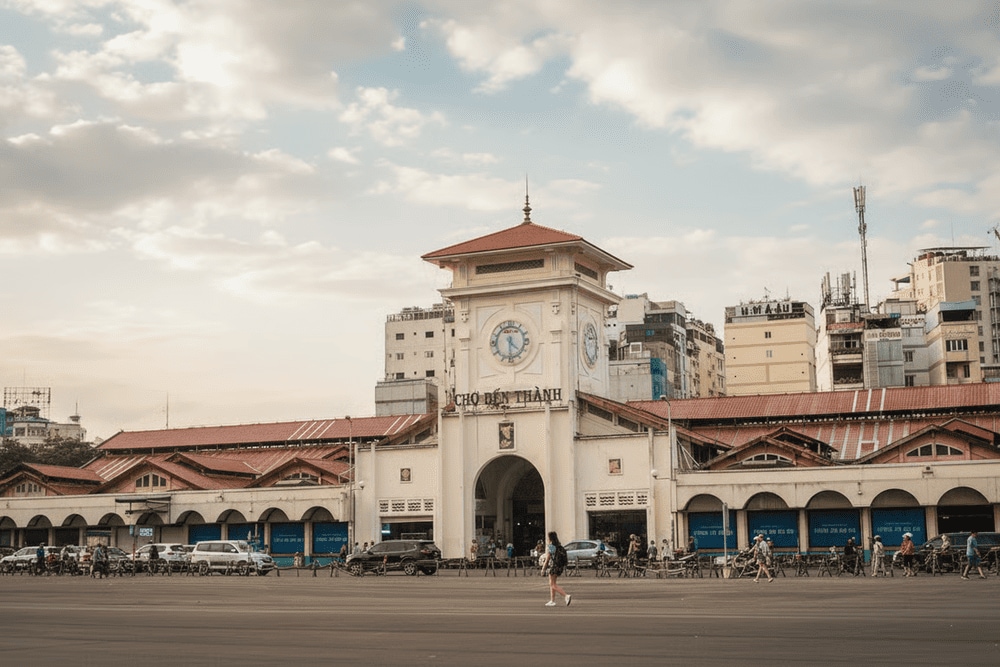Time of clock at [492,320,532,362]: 4:30
